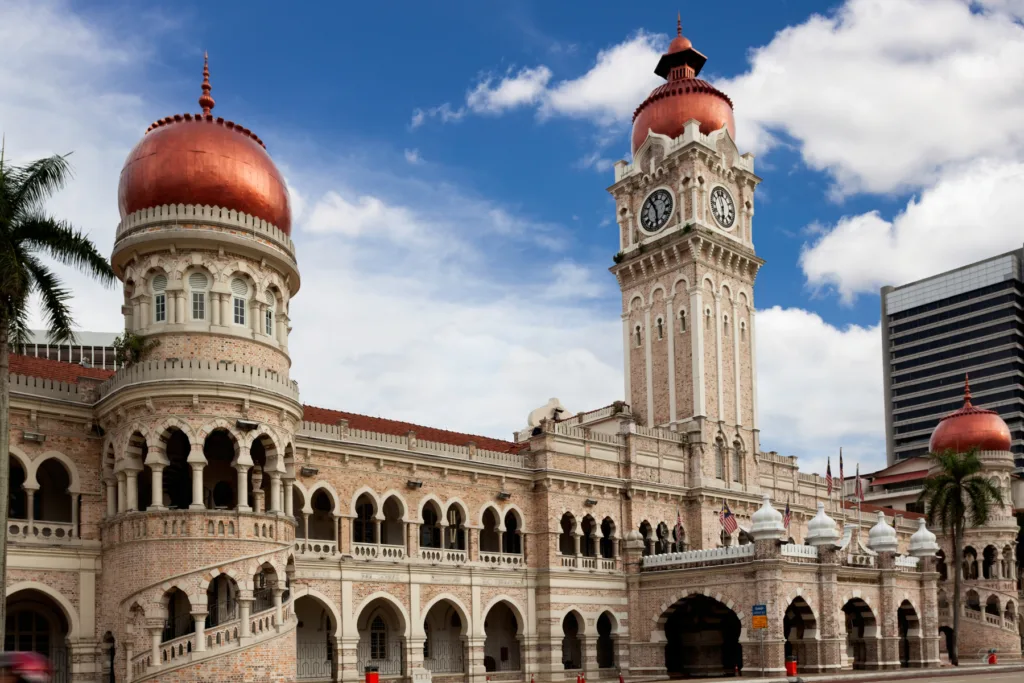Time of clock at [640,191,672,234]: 5:55
